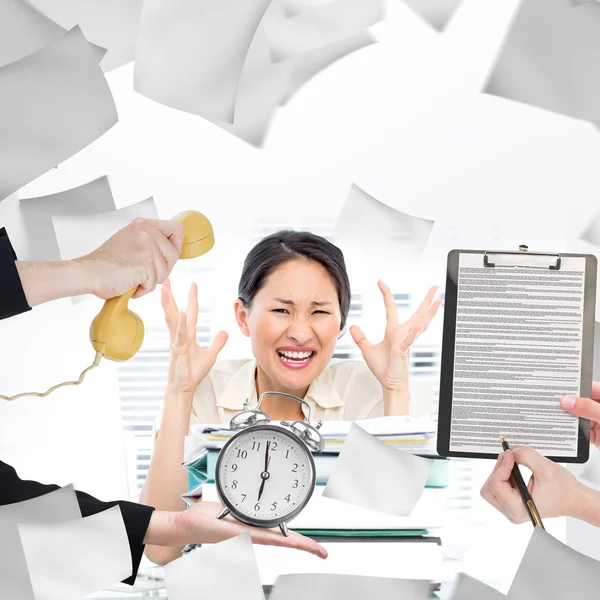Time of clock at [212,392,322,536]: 5:59
